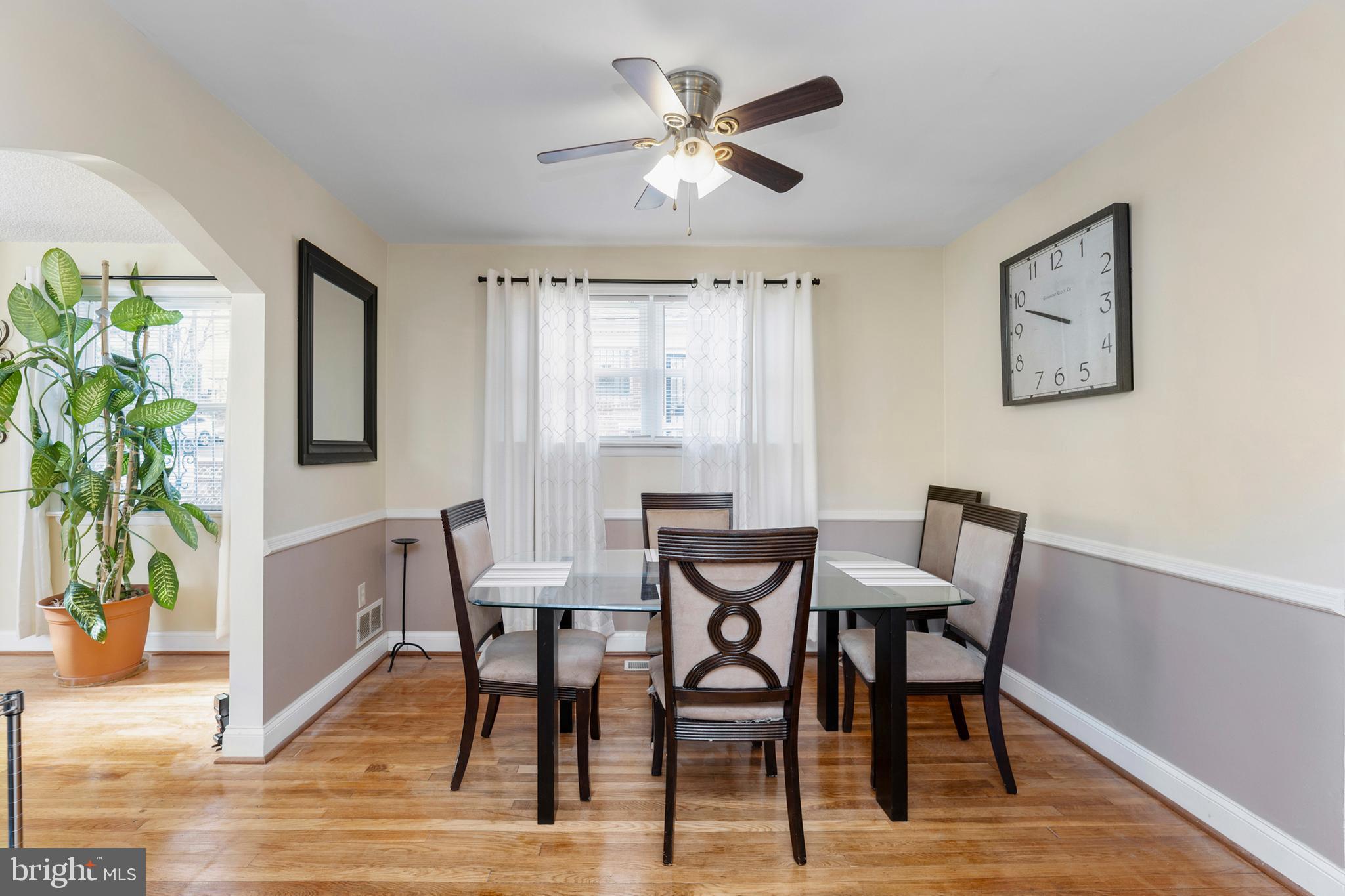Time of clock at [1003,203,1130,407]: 9:48
